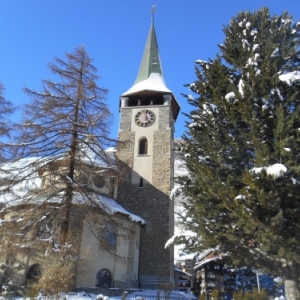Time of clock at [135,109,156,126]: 4:59
